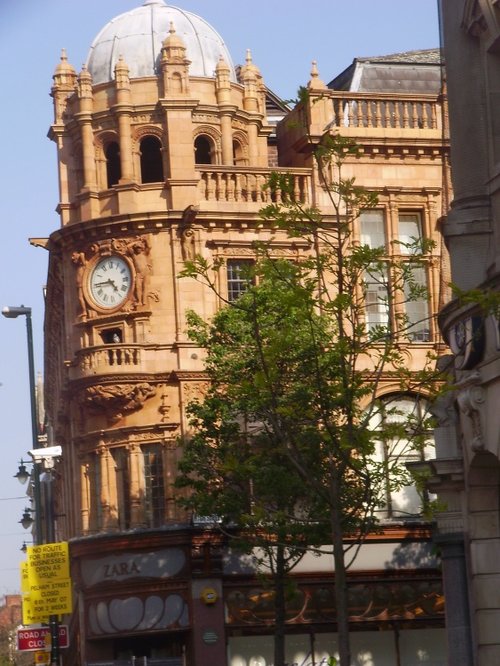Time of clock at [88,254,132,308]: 4:44
